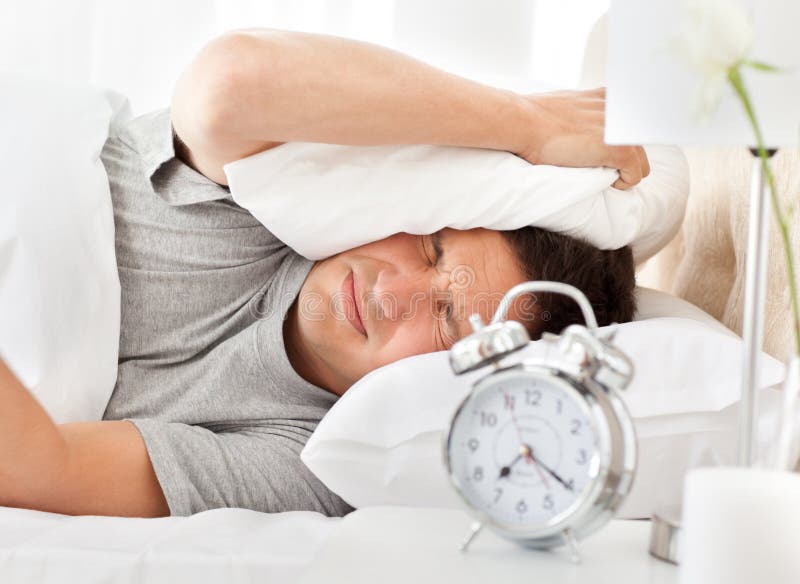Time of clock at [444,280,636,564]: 7:20
